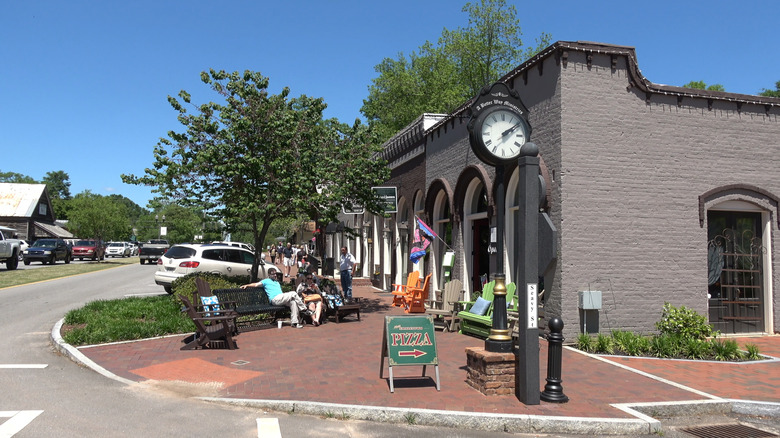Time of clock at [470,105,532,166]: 2:09
